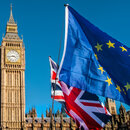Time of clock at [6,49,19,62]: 3:43
